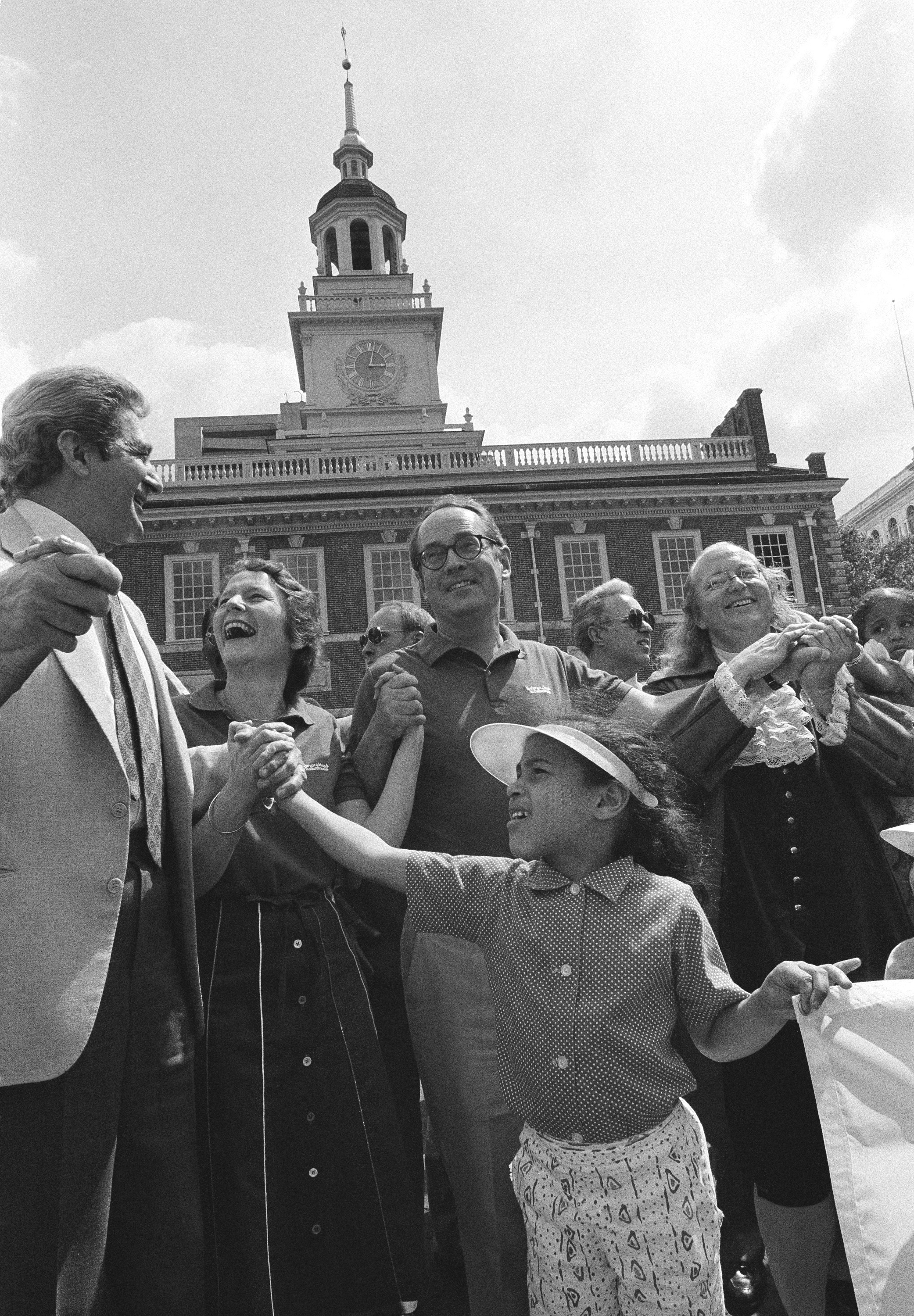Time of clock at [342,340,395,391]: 3:02
